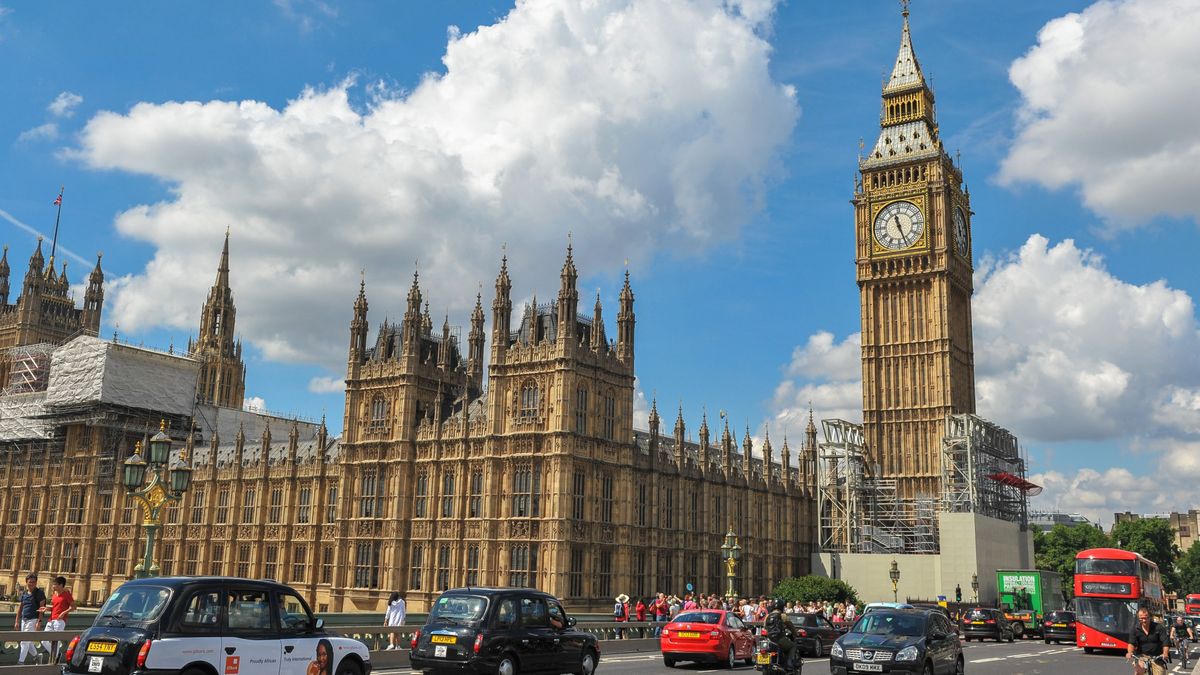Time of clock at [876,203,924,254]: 11:26
